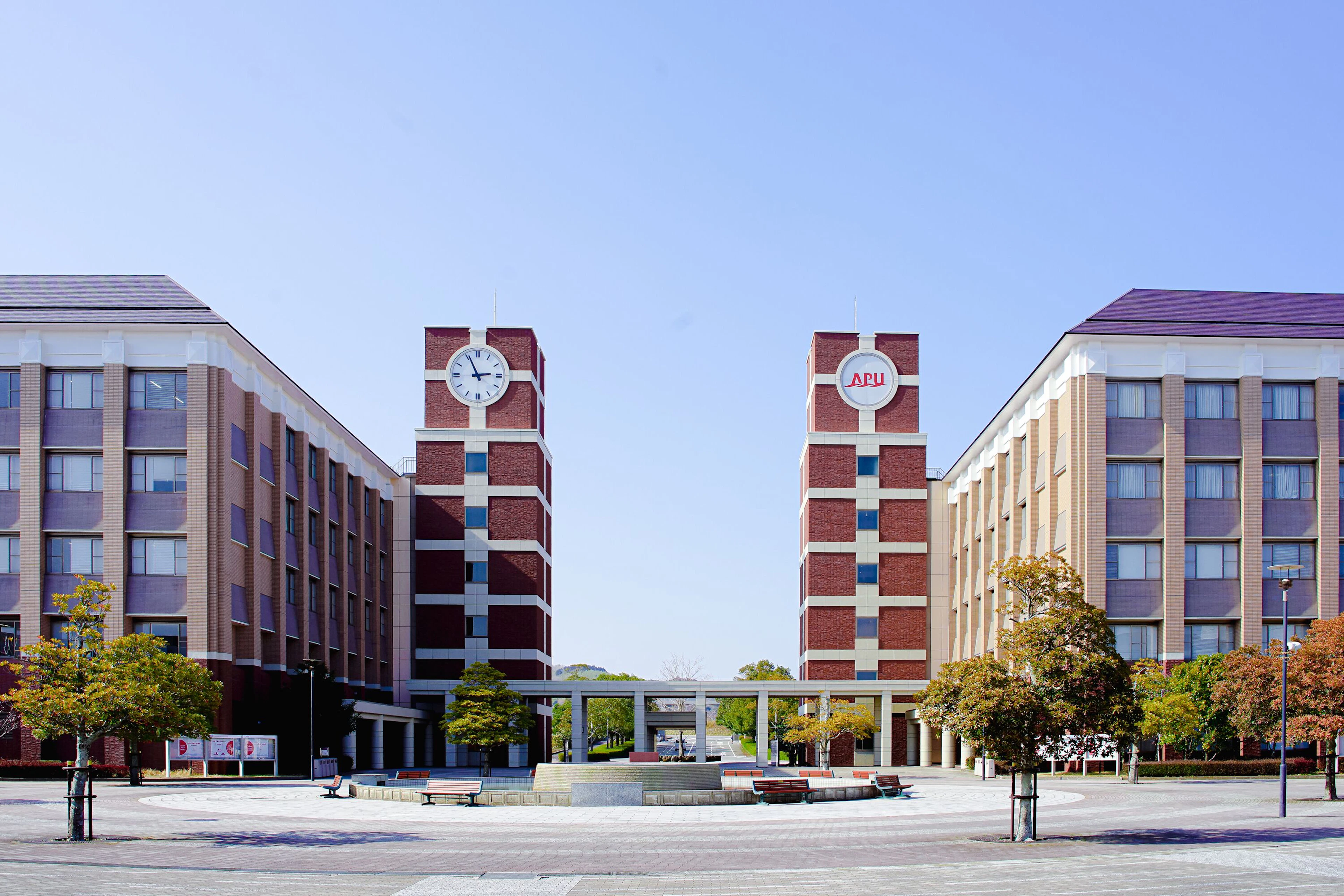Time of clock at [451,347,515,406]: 2:55
